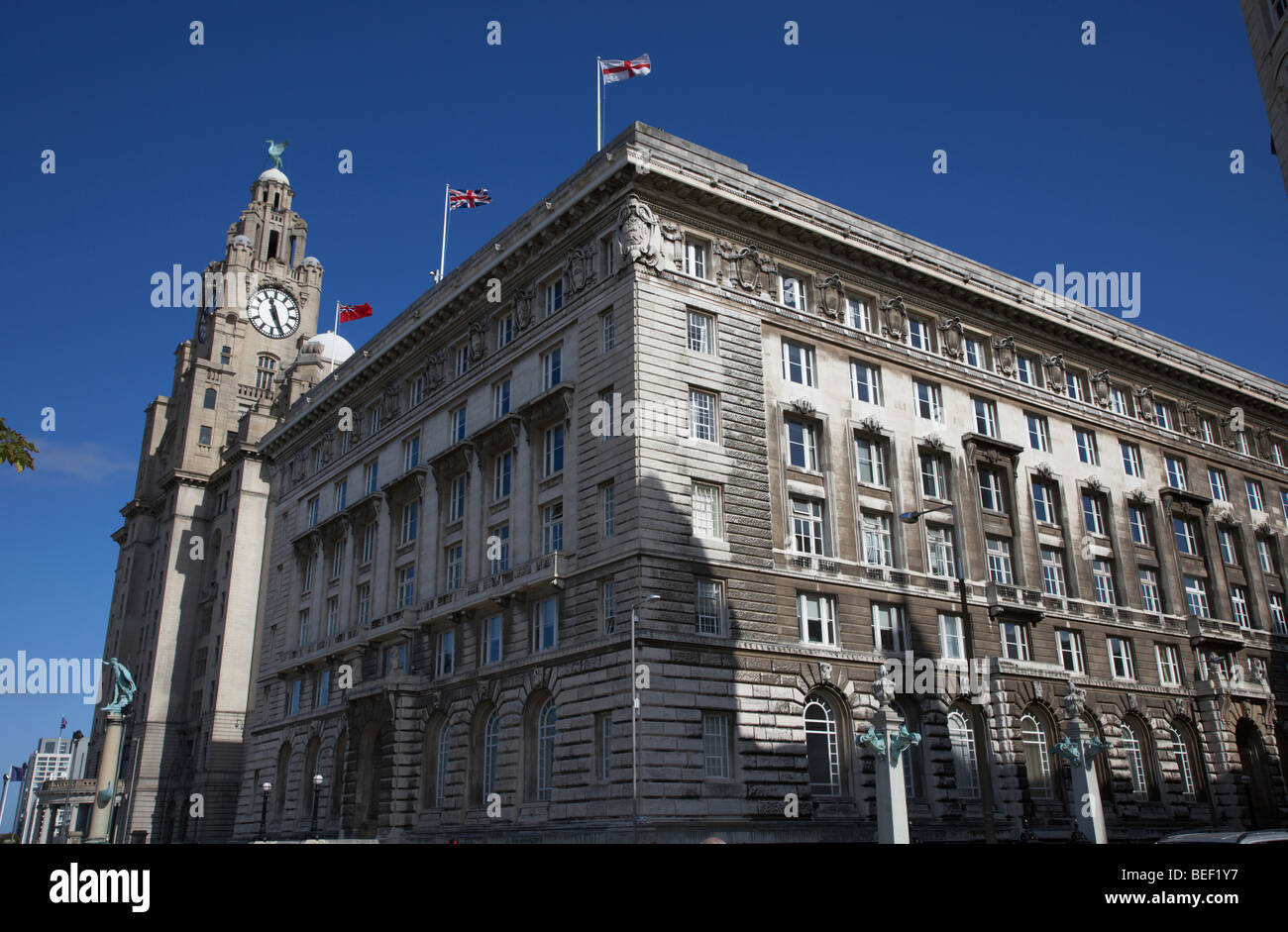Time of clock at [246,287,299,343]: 11:25
